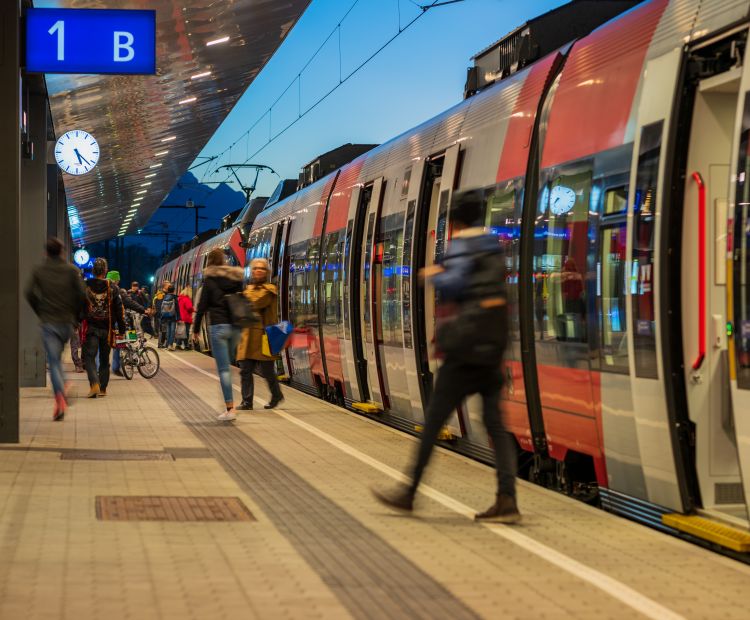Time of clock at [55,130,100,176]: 5:22
